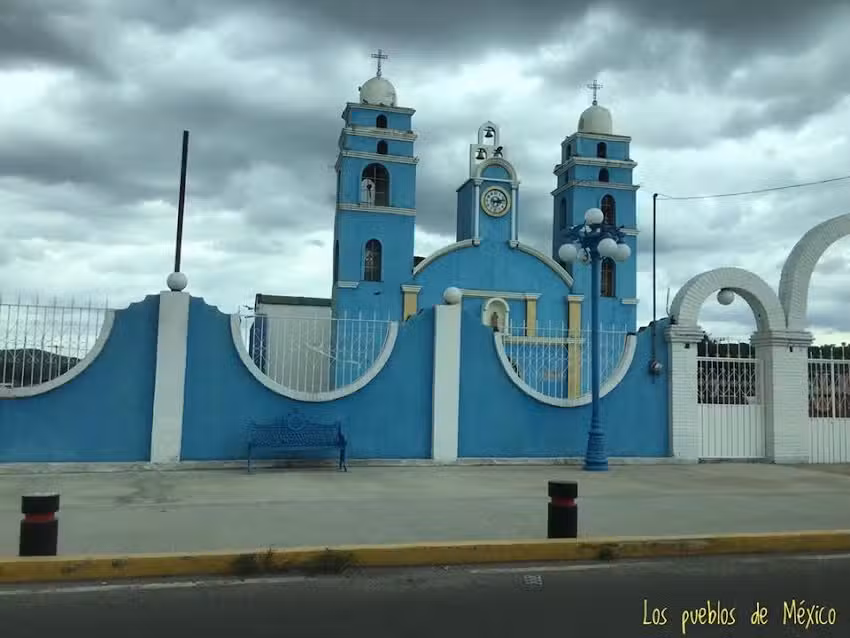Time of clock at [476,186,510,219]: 3:12
